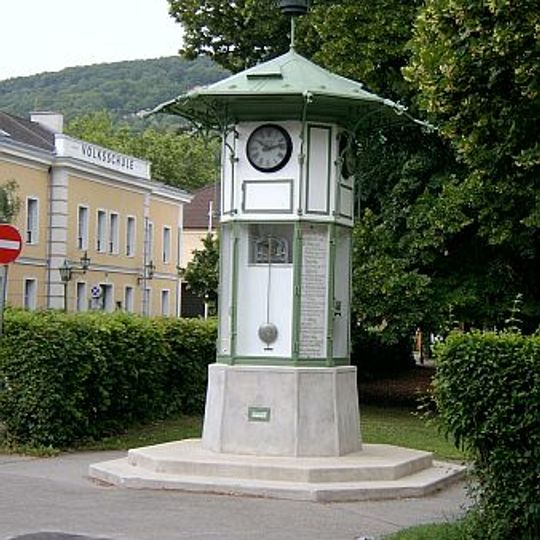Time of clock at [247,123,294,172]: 10:12
